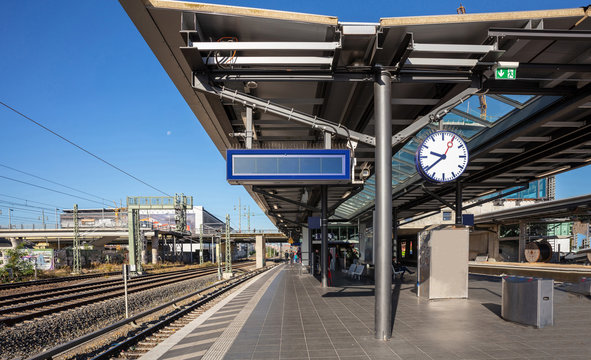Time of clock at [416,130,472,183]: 9:39
